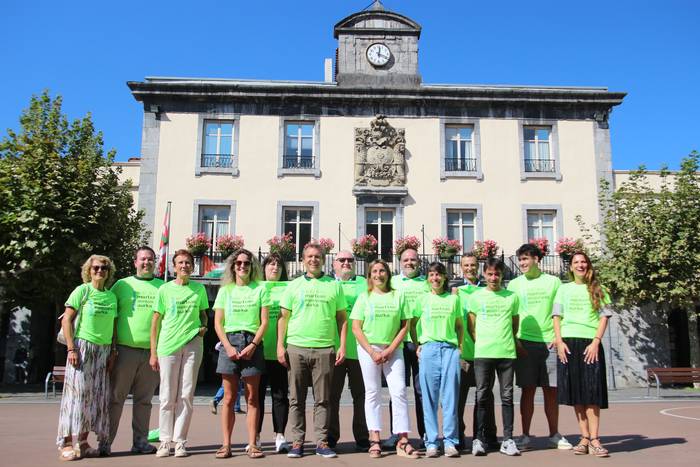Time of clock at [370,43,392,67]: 12:18
